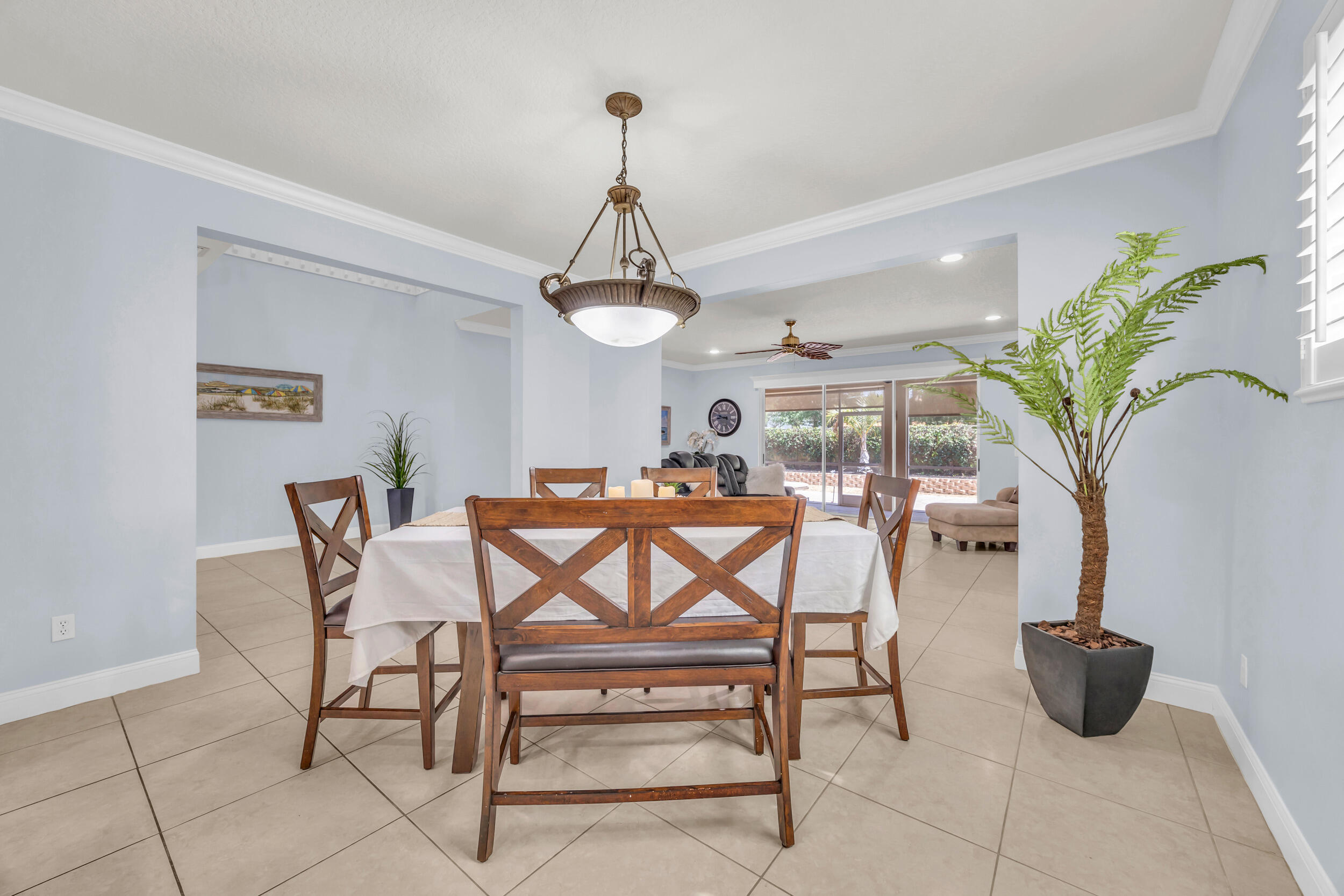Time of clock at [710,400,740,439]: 8:48
